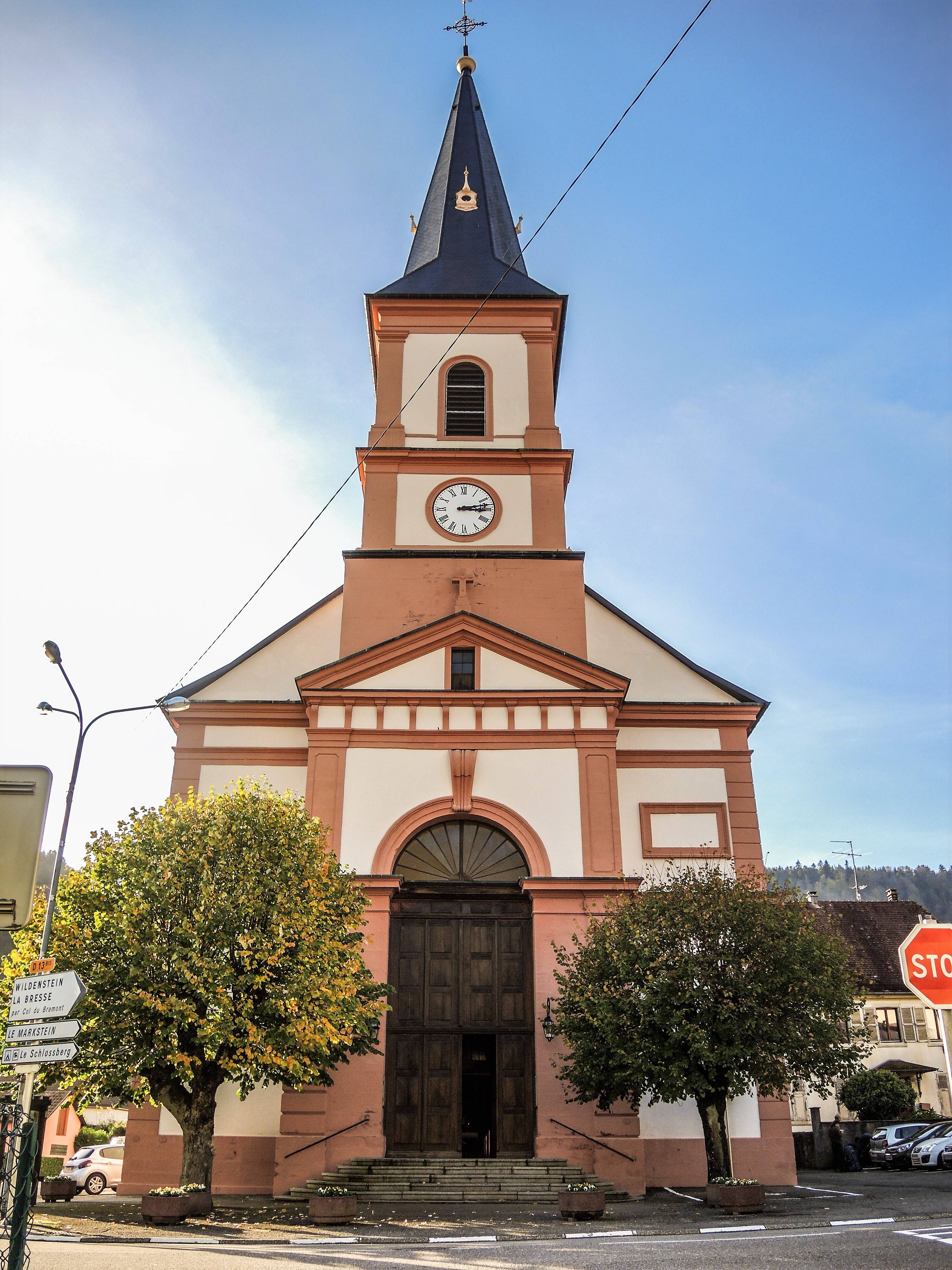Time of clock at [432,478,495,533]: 3:13
